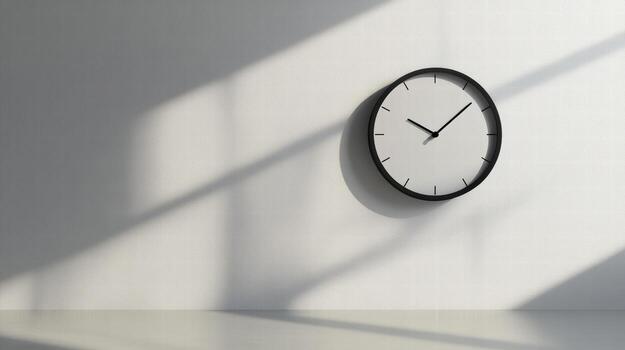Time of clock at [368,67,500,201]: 10:07
